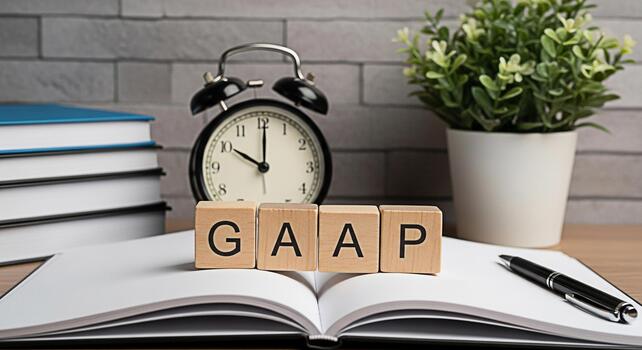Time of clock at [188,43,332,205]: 10:00
